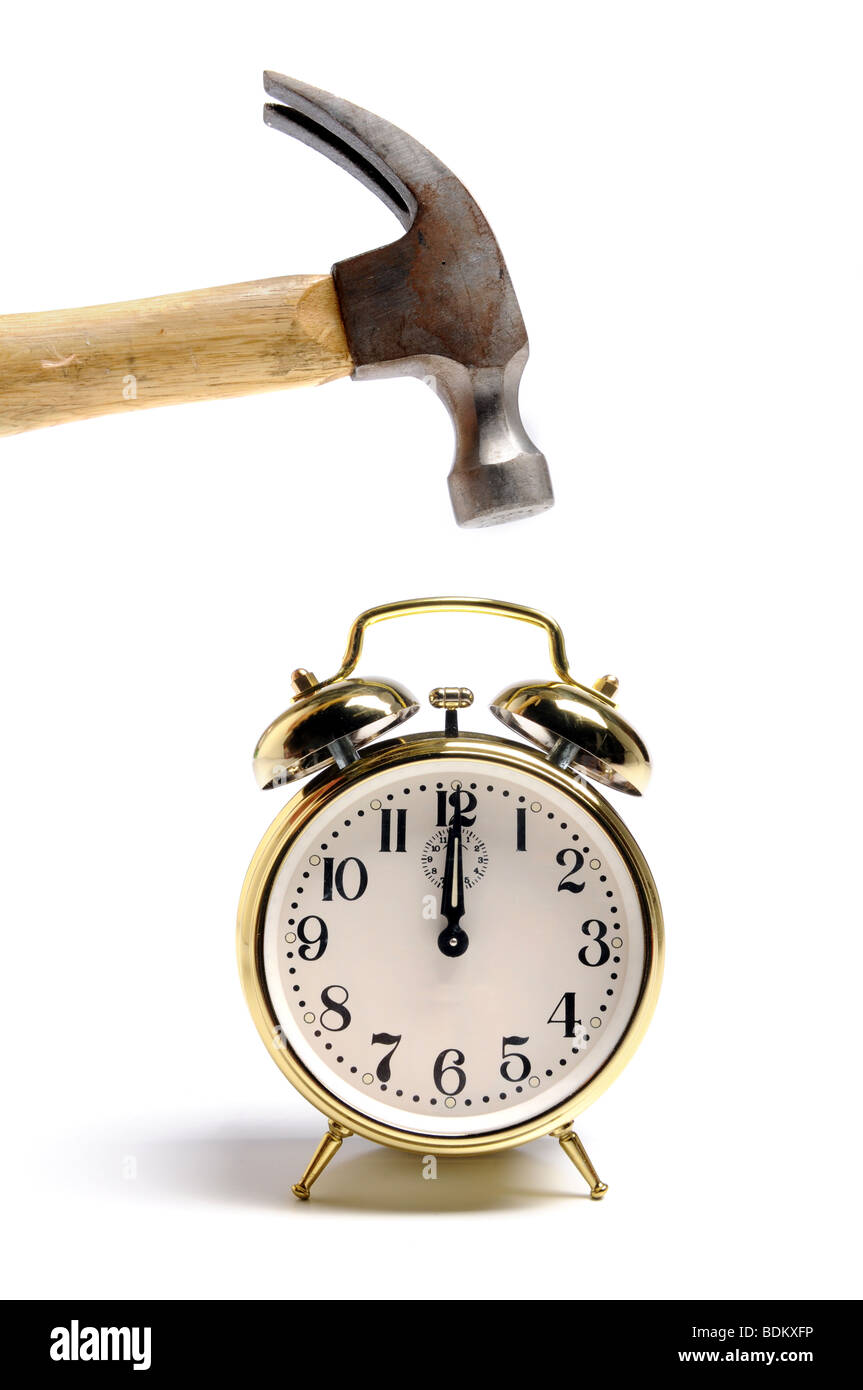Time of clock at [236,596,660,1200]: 12:00
